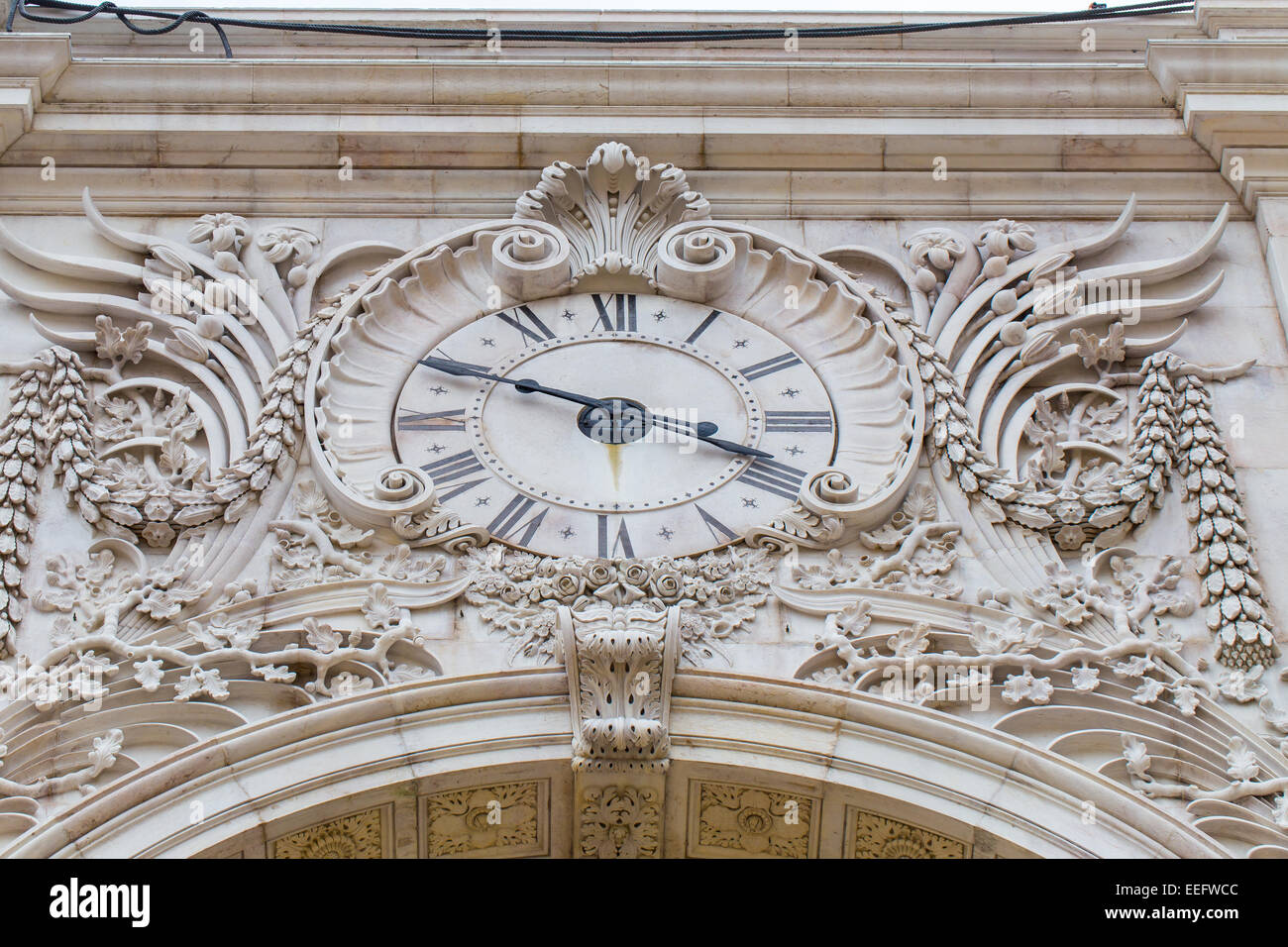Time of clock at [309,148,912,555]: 3:48
